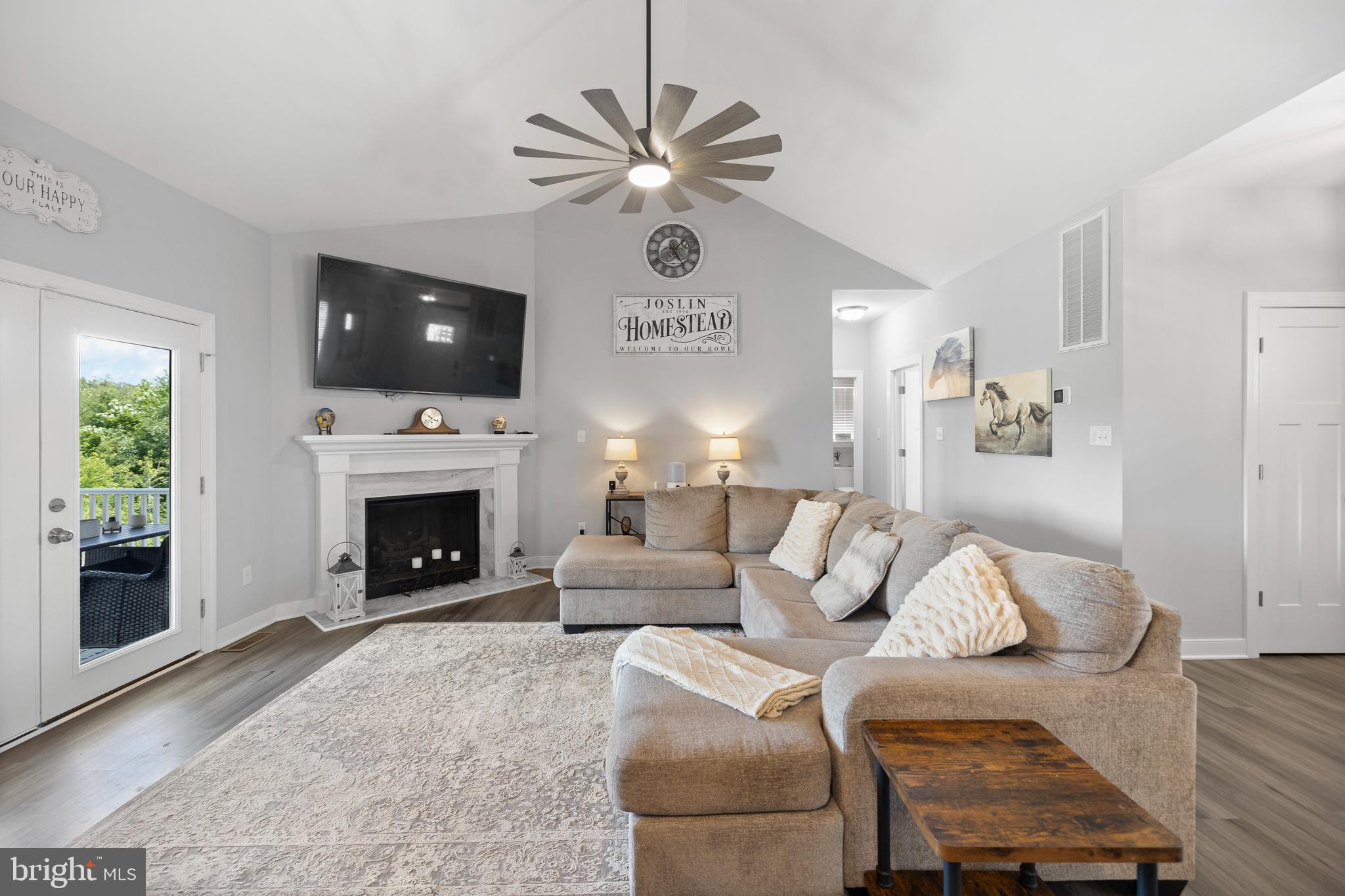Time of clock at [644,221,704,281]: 1:24
